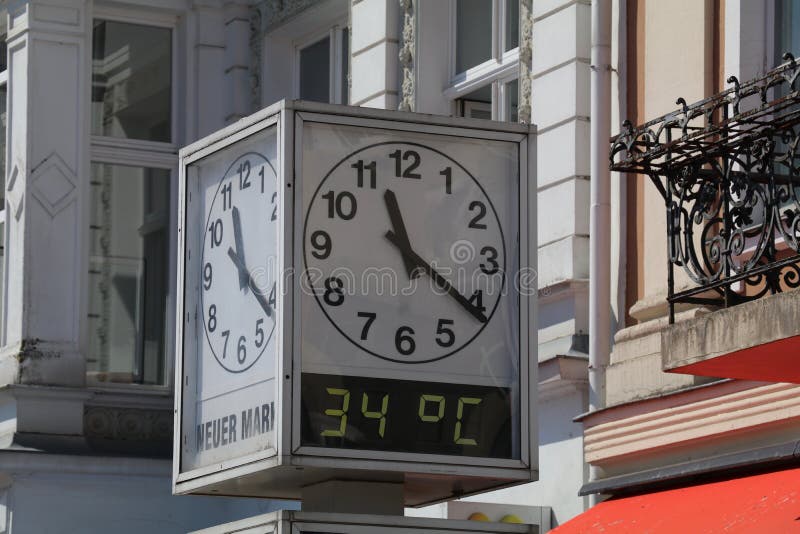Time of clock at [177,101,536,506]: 11:20
